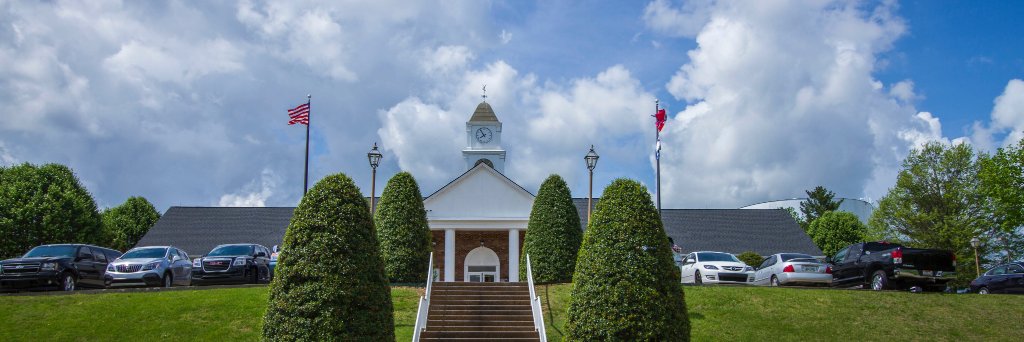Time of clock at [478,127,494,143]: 7:54
